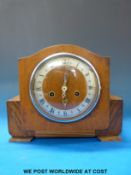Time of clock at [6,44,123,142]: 6:01
